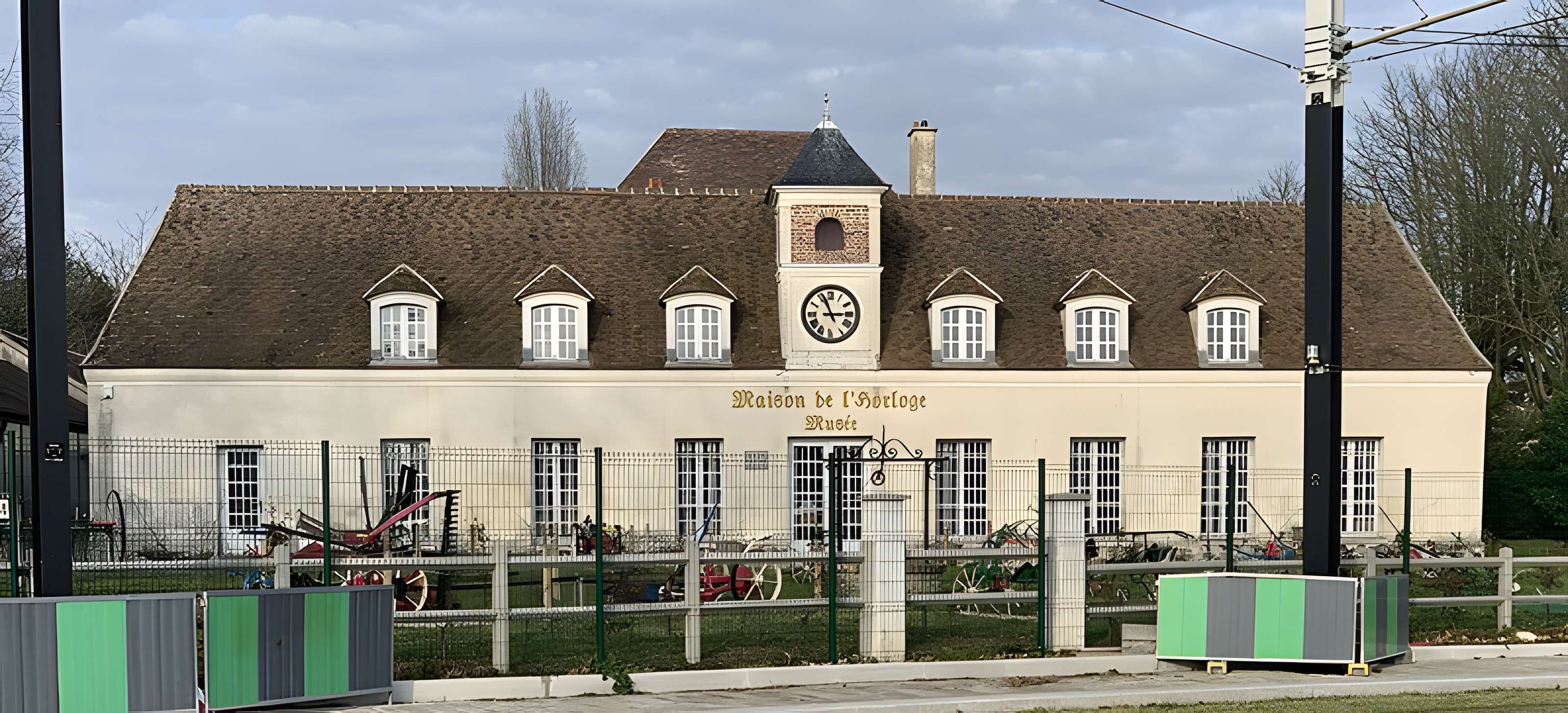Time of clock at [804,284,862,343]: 2:56
